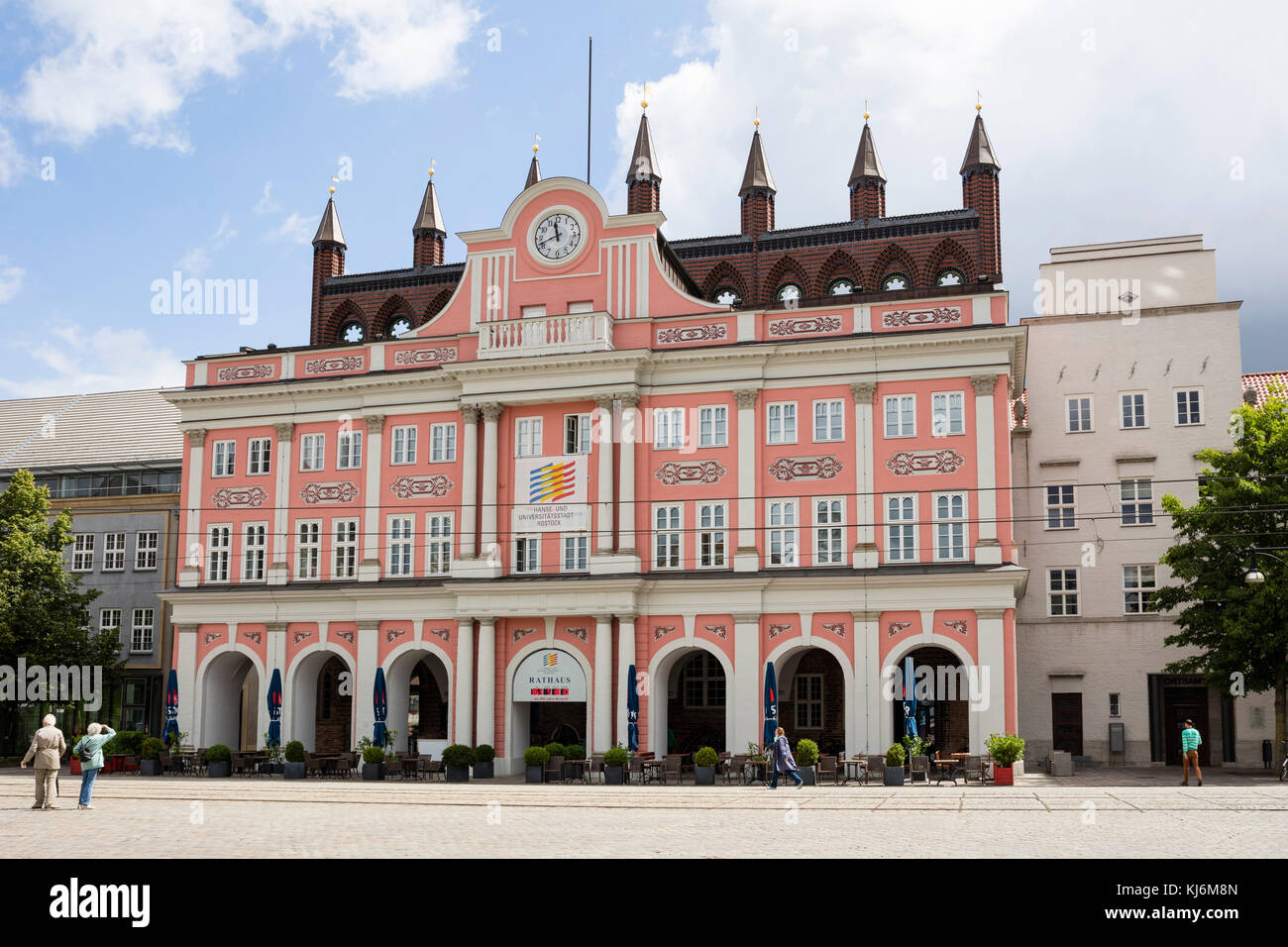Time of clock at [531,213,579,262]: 11:41
